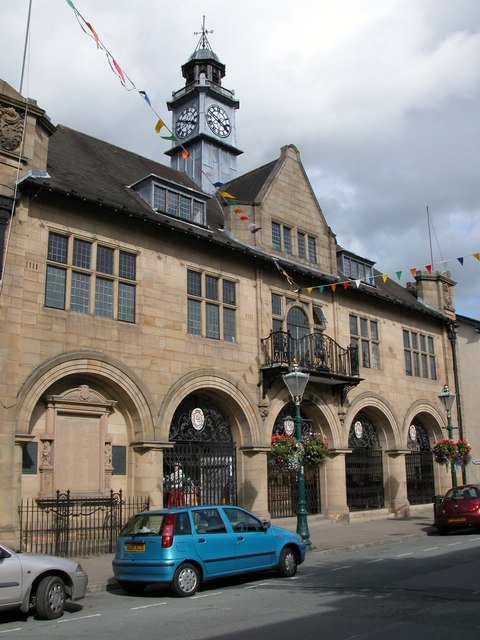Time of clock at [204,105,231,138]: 3:48
